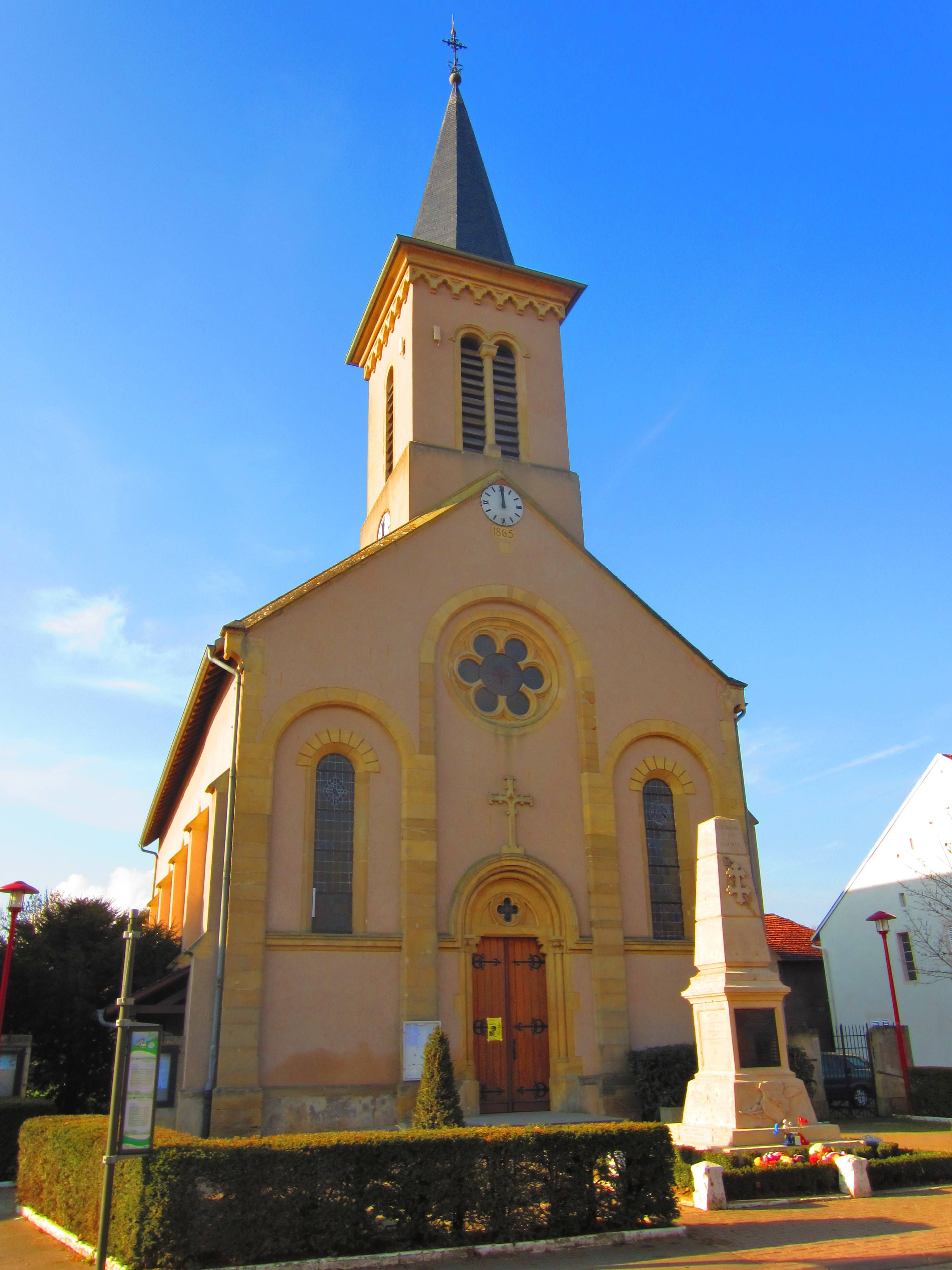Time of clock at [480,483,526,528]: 11:59
